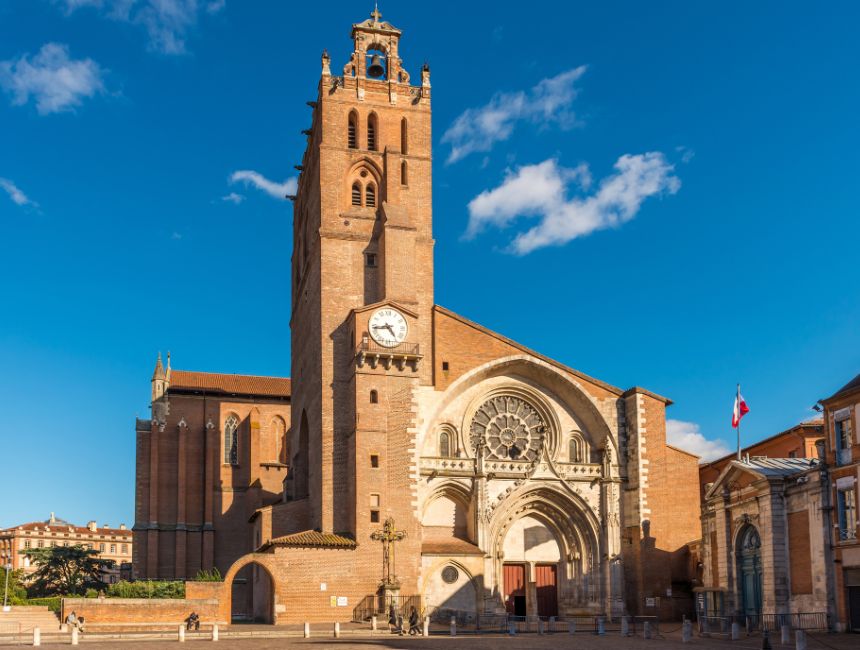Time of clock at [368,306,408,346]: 4:43
